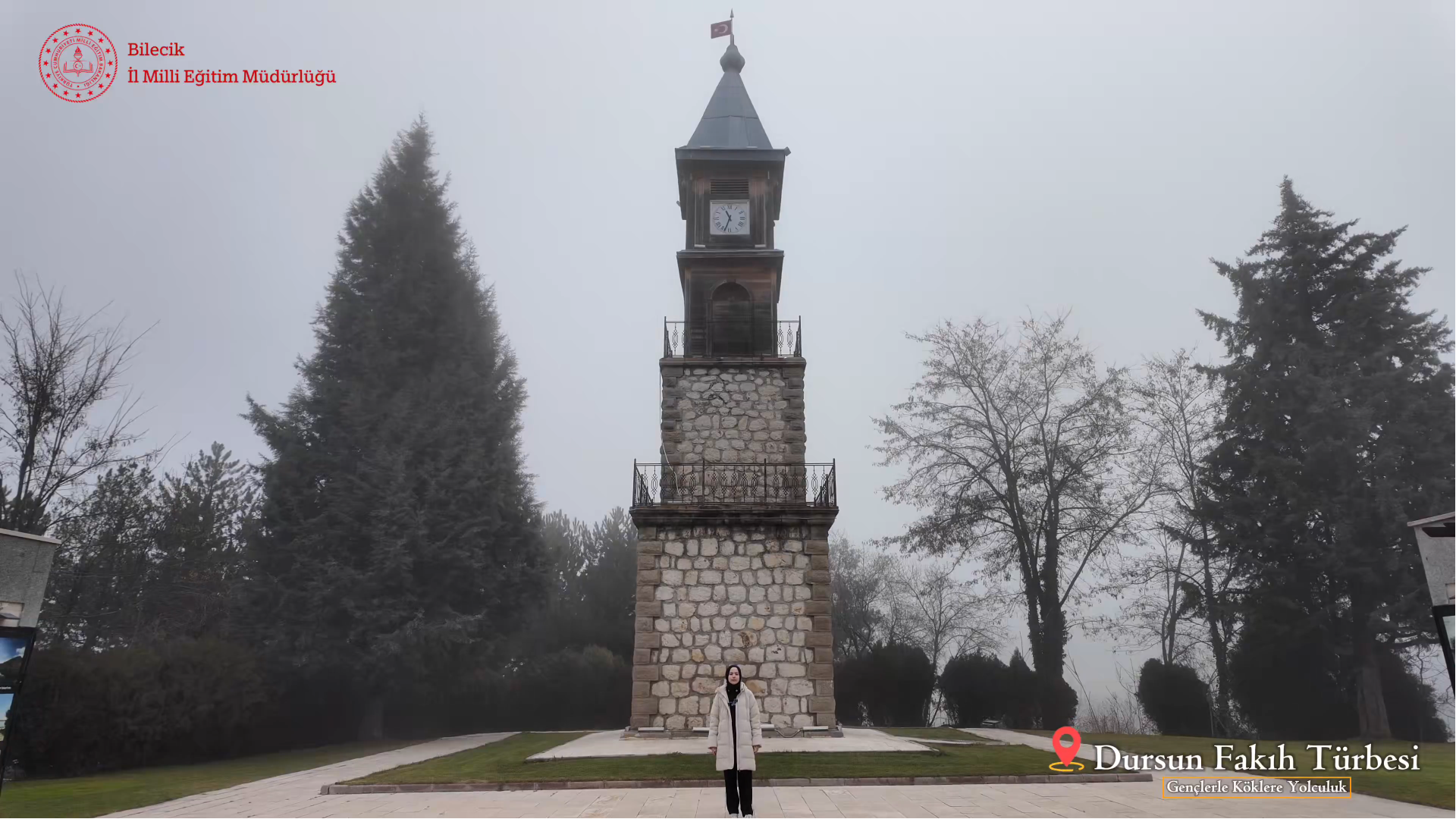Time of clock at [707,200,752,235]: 11:33
